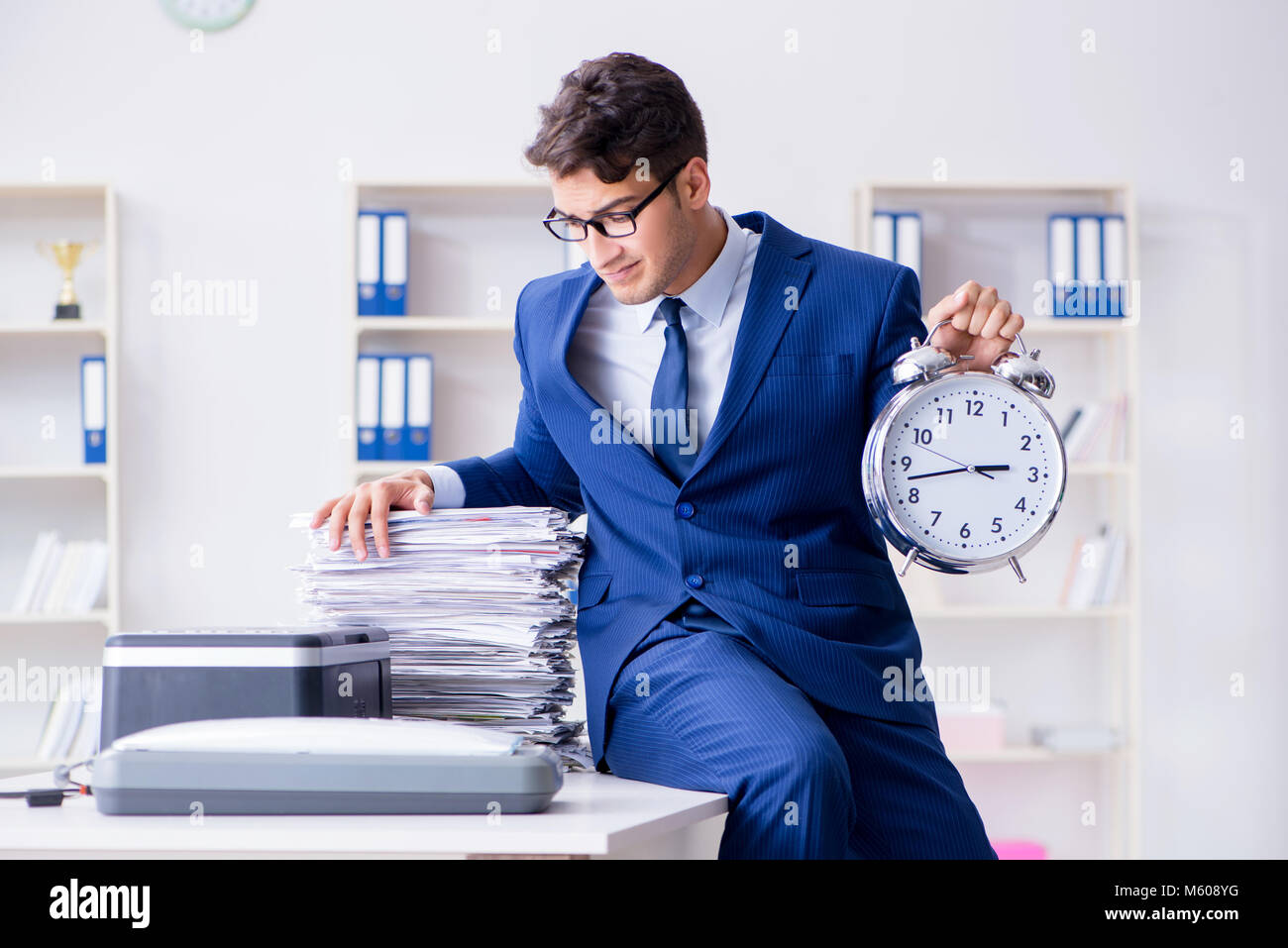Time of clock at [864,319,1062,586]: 2:42
